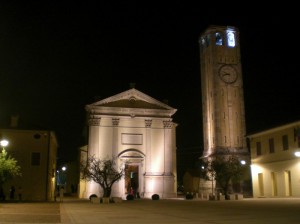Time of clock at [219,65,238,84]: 9:42
